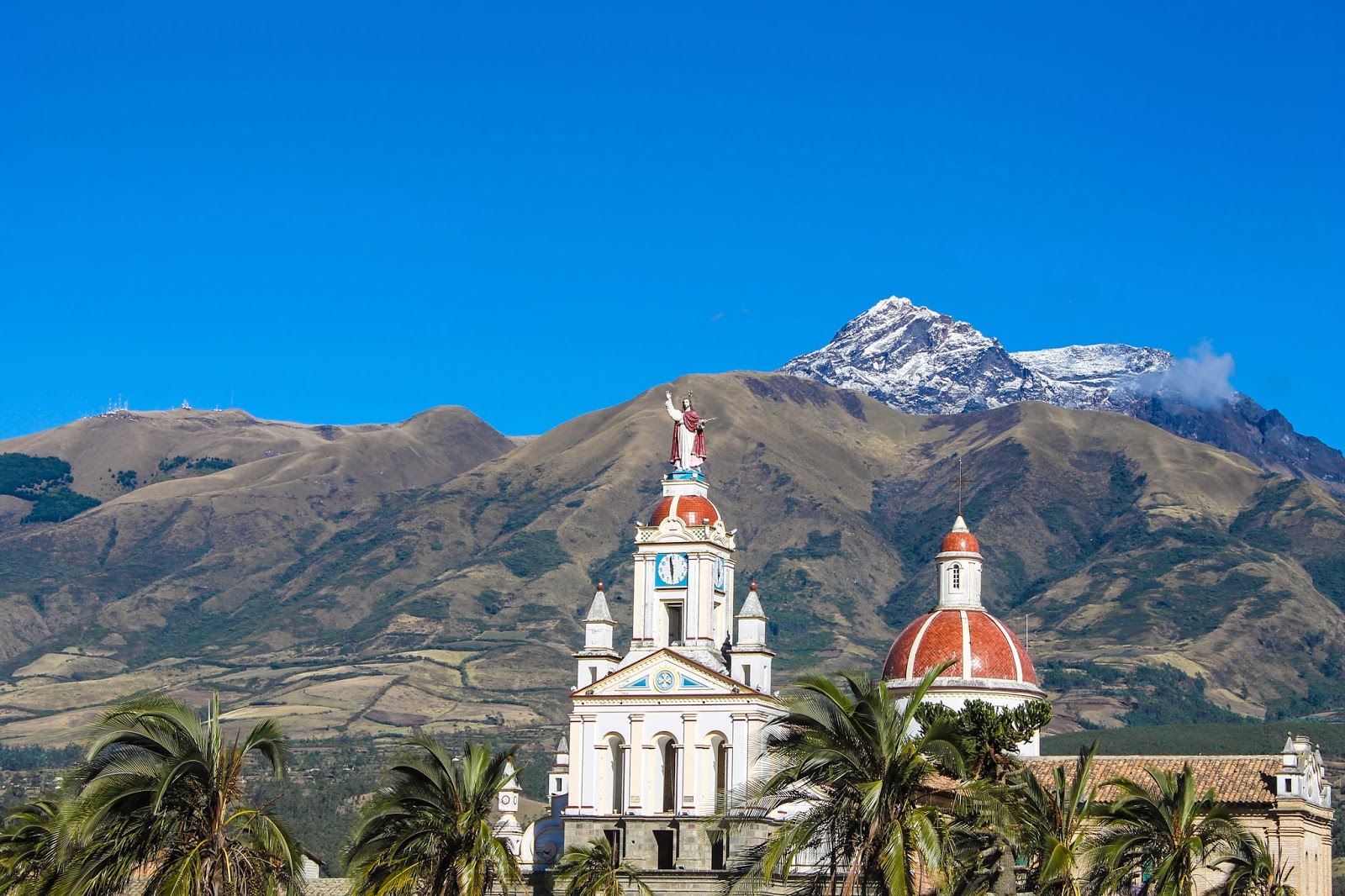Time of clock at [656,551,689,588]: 5:58
